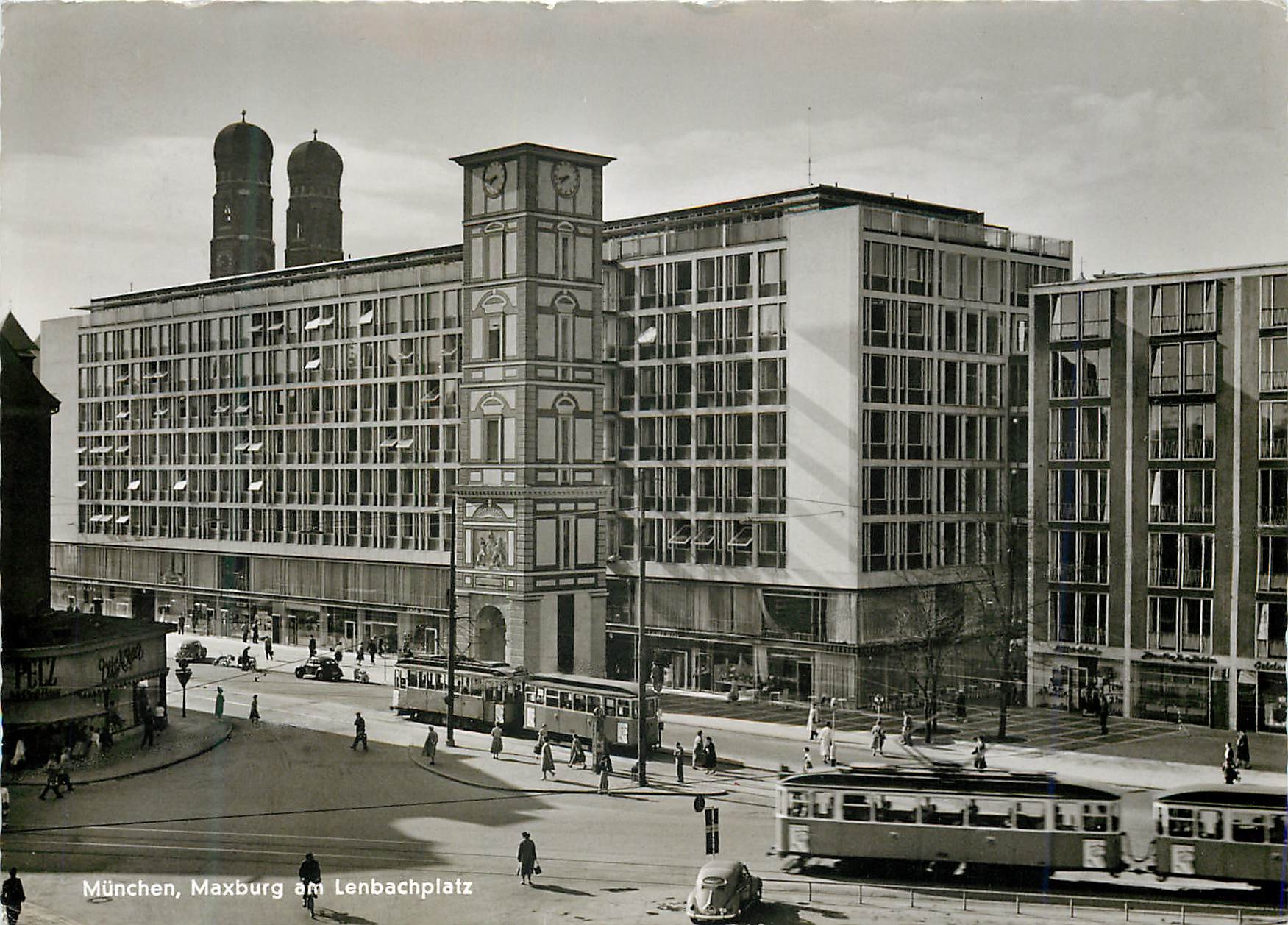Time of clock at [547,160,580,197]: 7:42
